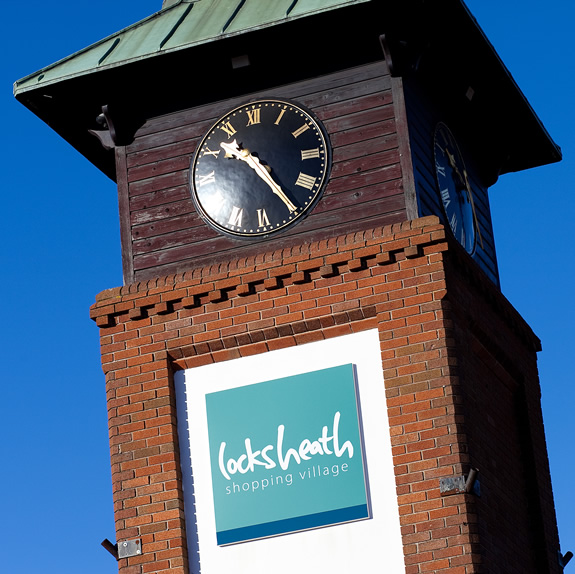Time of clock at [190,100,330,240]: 10:24
